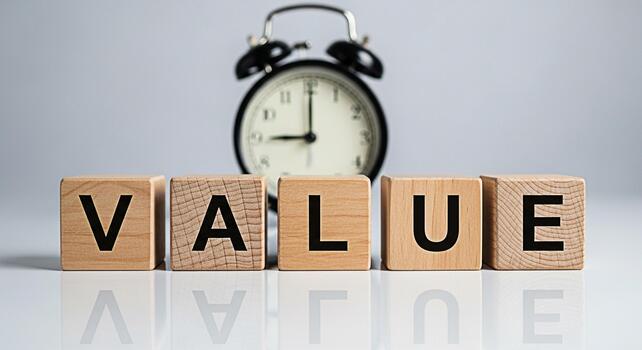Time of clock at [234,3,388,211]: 9:00
